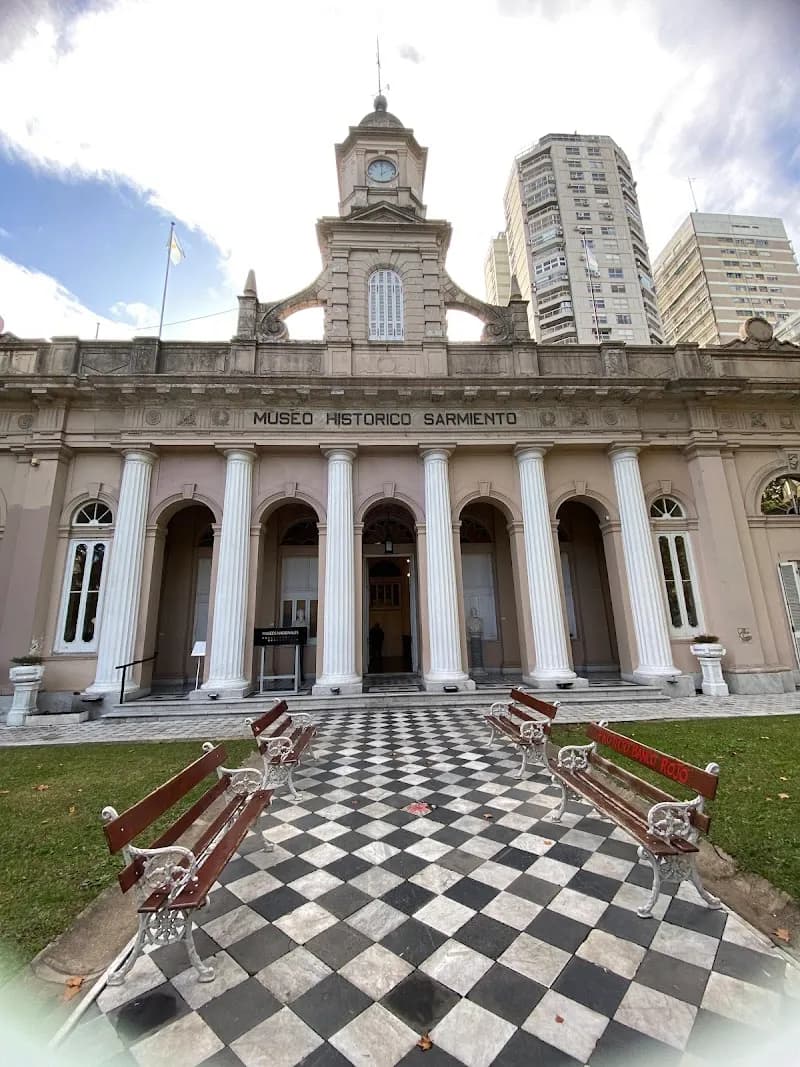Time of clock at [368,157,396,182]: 2:00
